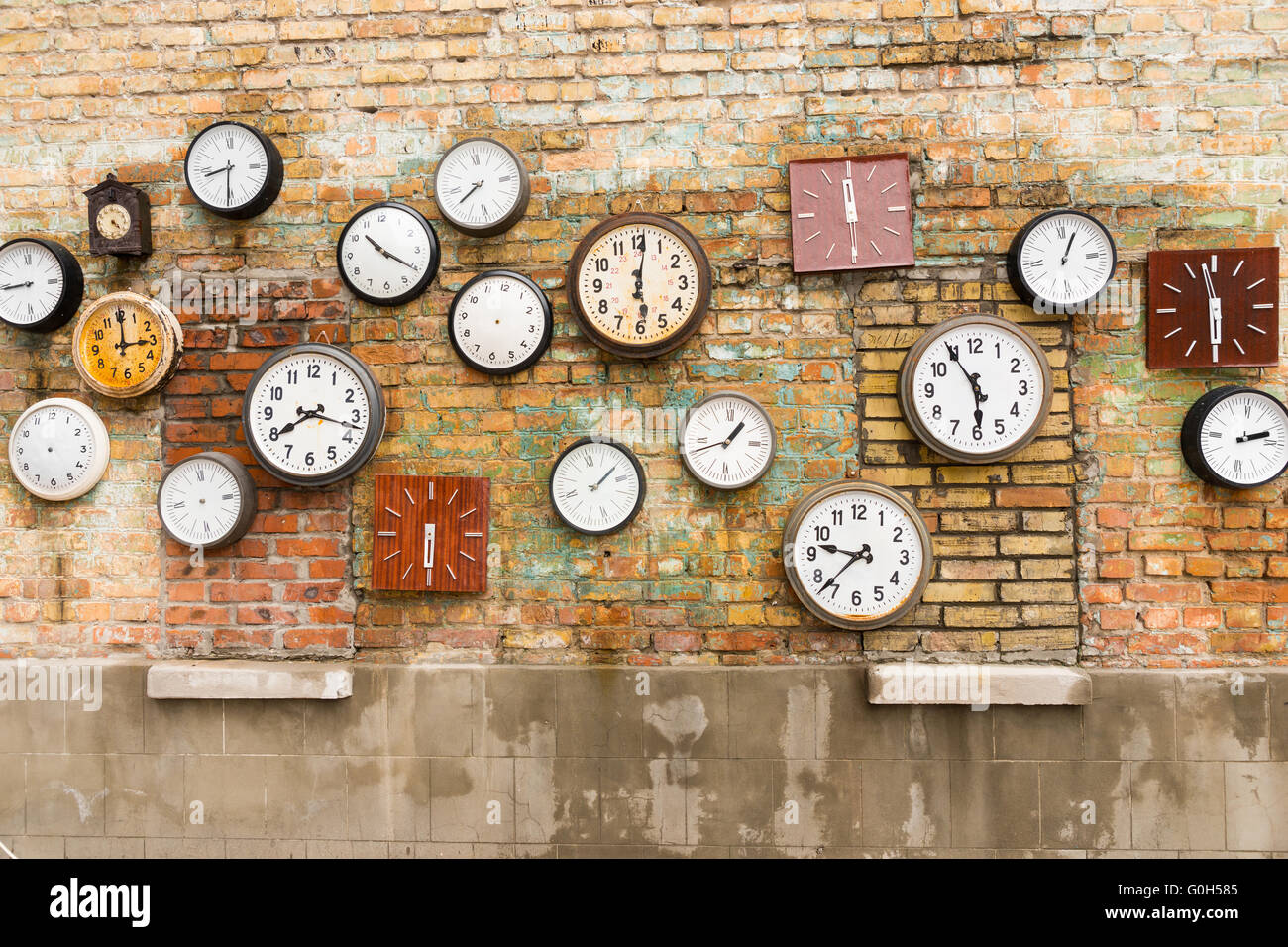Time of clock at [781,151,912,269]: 11:59
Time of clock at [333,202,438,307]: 10:20
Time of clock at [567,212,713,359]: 6:01
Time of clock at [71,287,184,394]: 3:00
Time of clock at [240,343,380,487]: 8:17
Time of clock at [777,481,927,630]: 9:37
